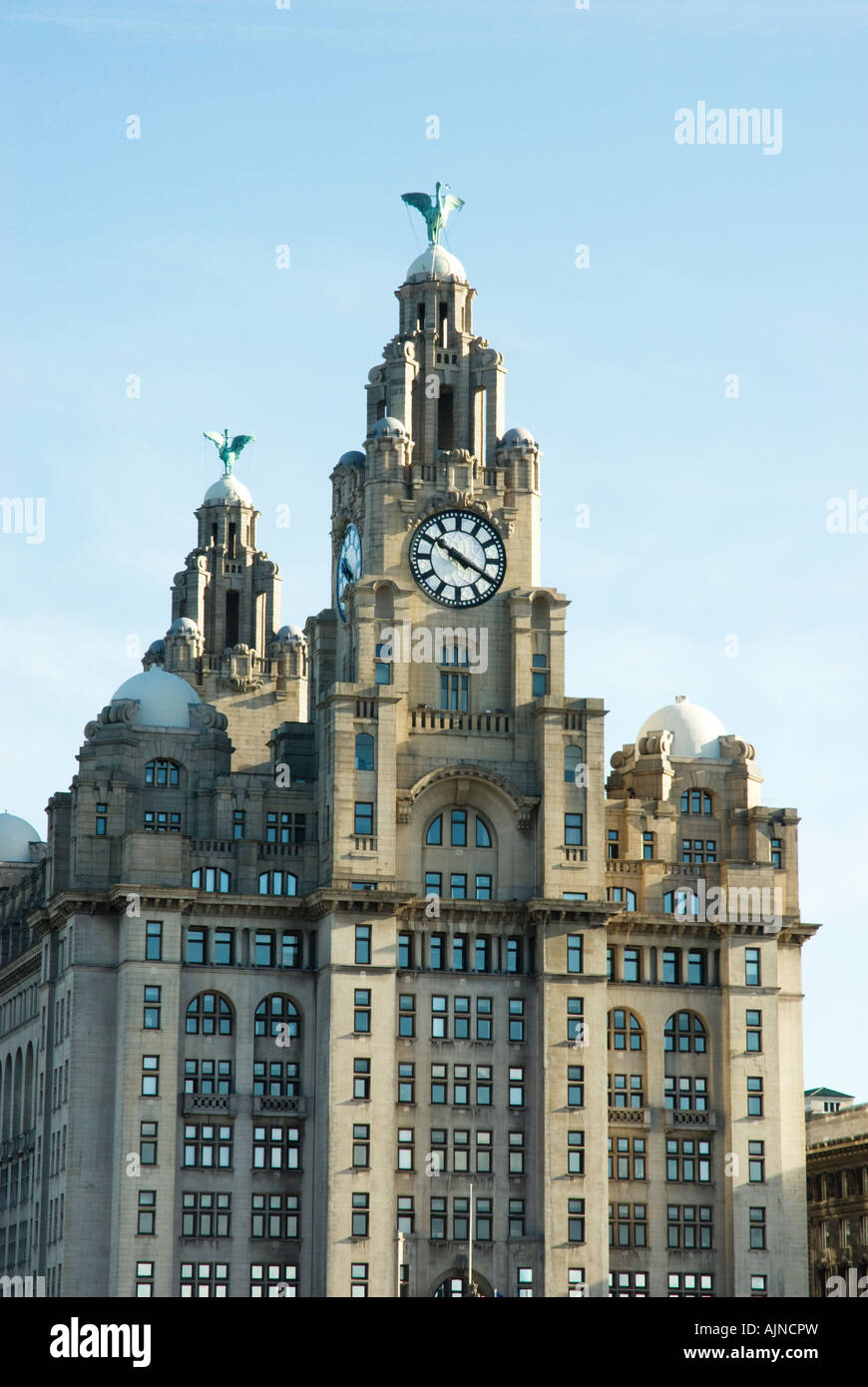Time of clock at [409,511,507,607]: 10:19
